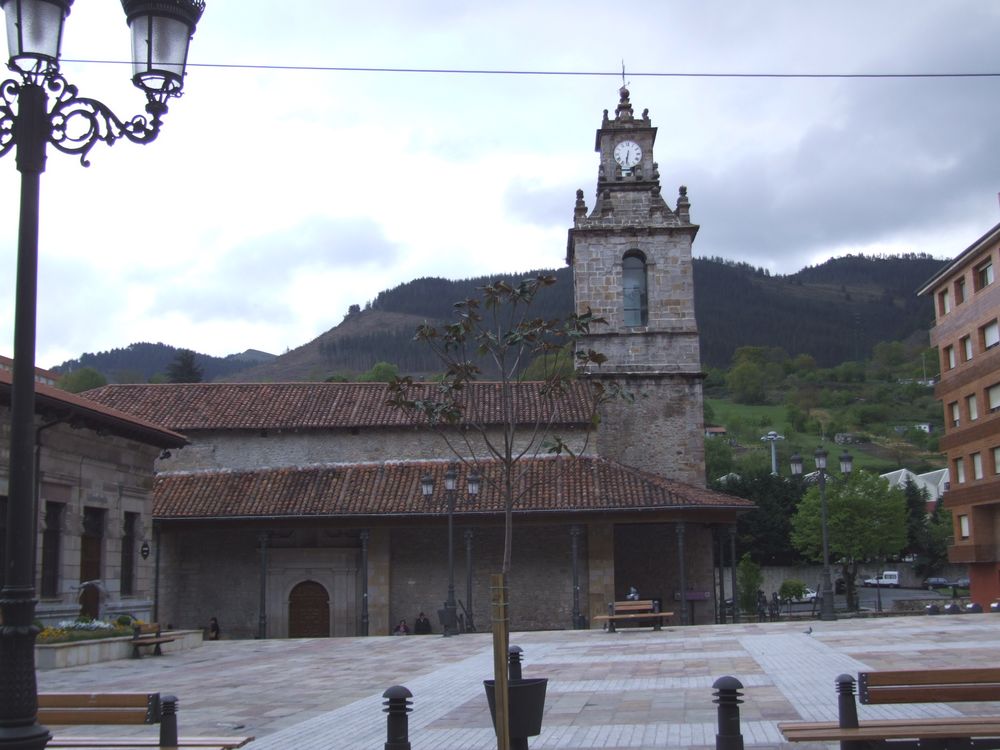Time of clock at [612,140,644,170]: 6:31
